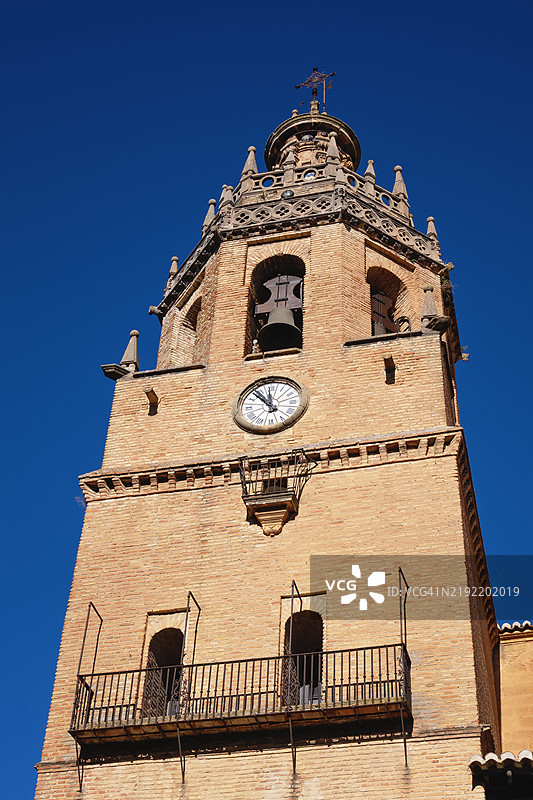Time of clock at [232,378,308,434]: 11:53
